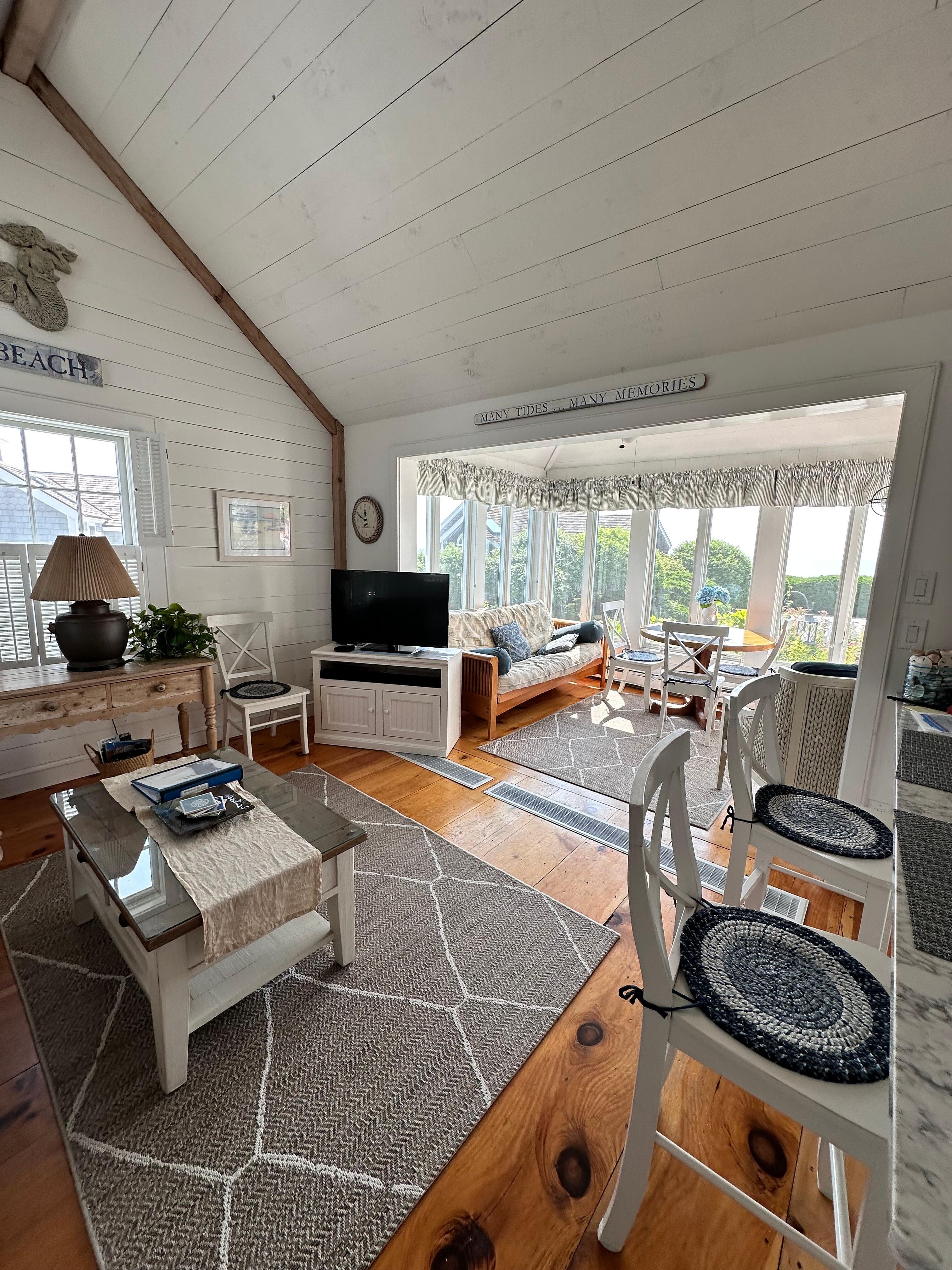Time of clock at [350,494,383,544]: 11:49
